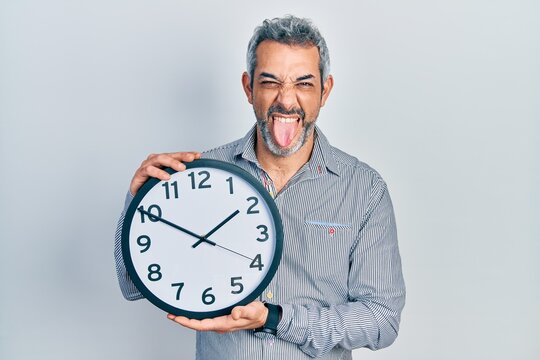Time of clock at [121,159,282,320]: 1:50
